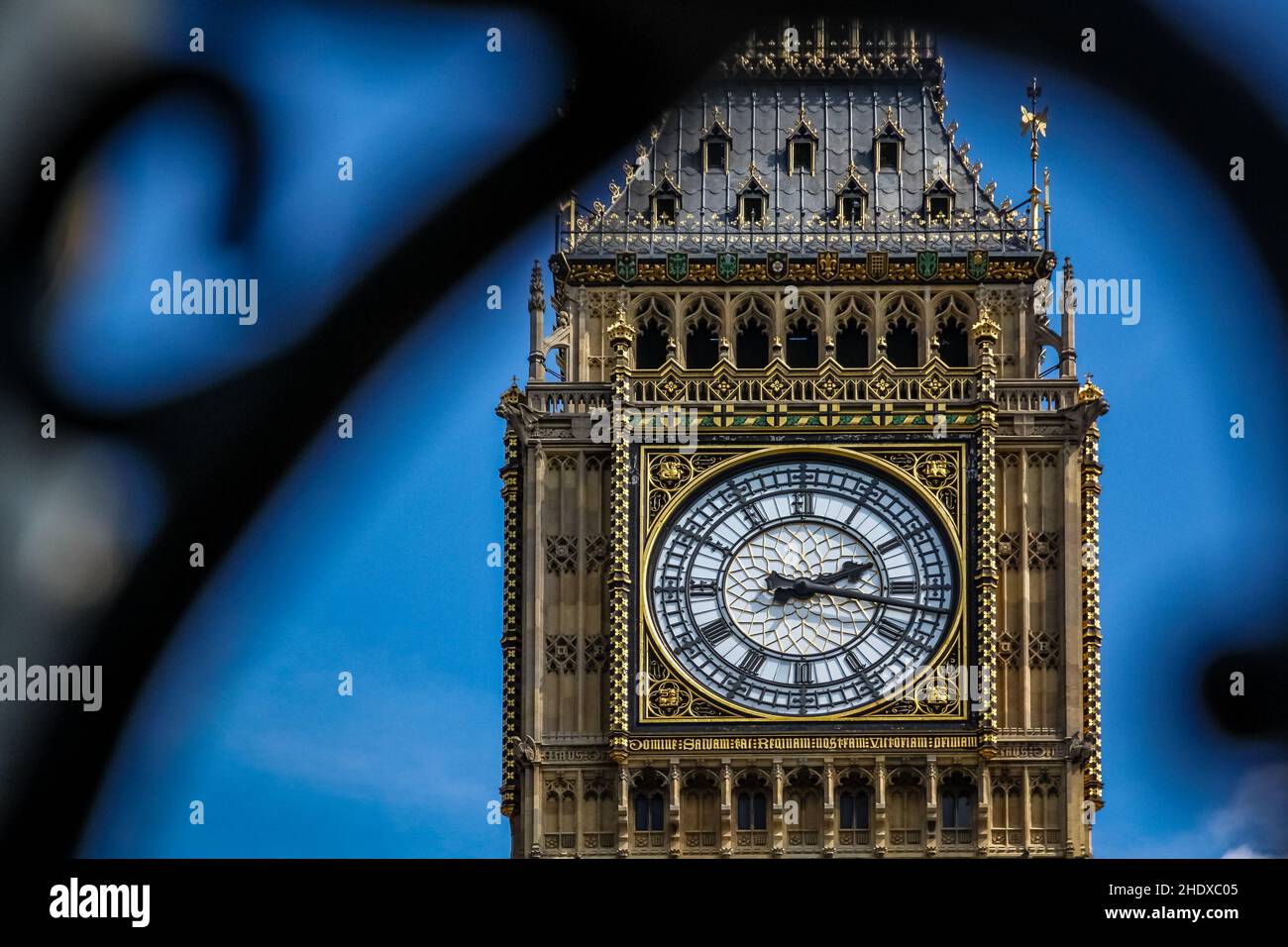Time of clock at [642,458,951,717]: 2:16
